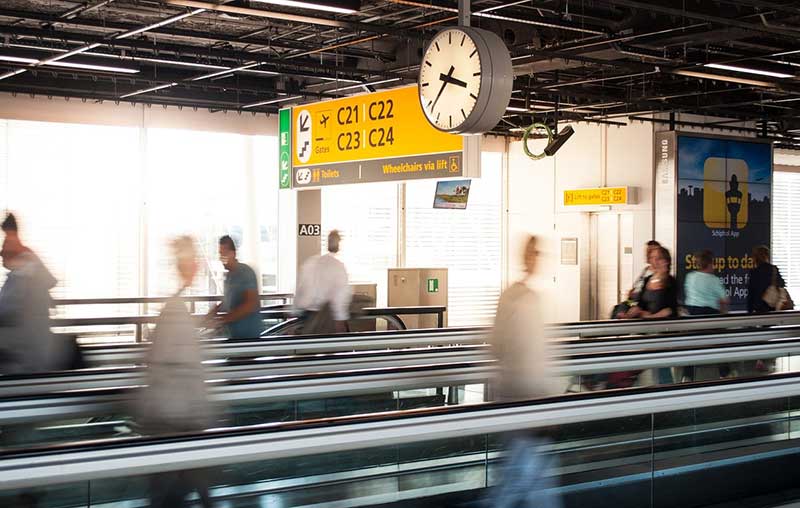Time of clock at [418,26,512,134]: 3:38
